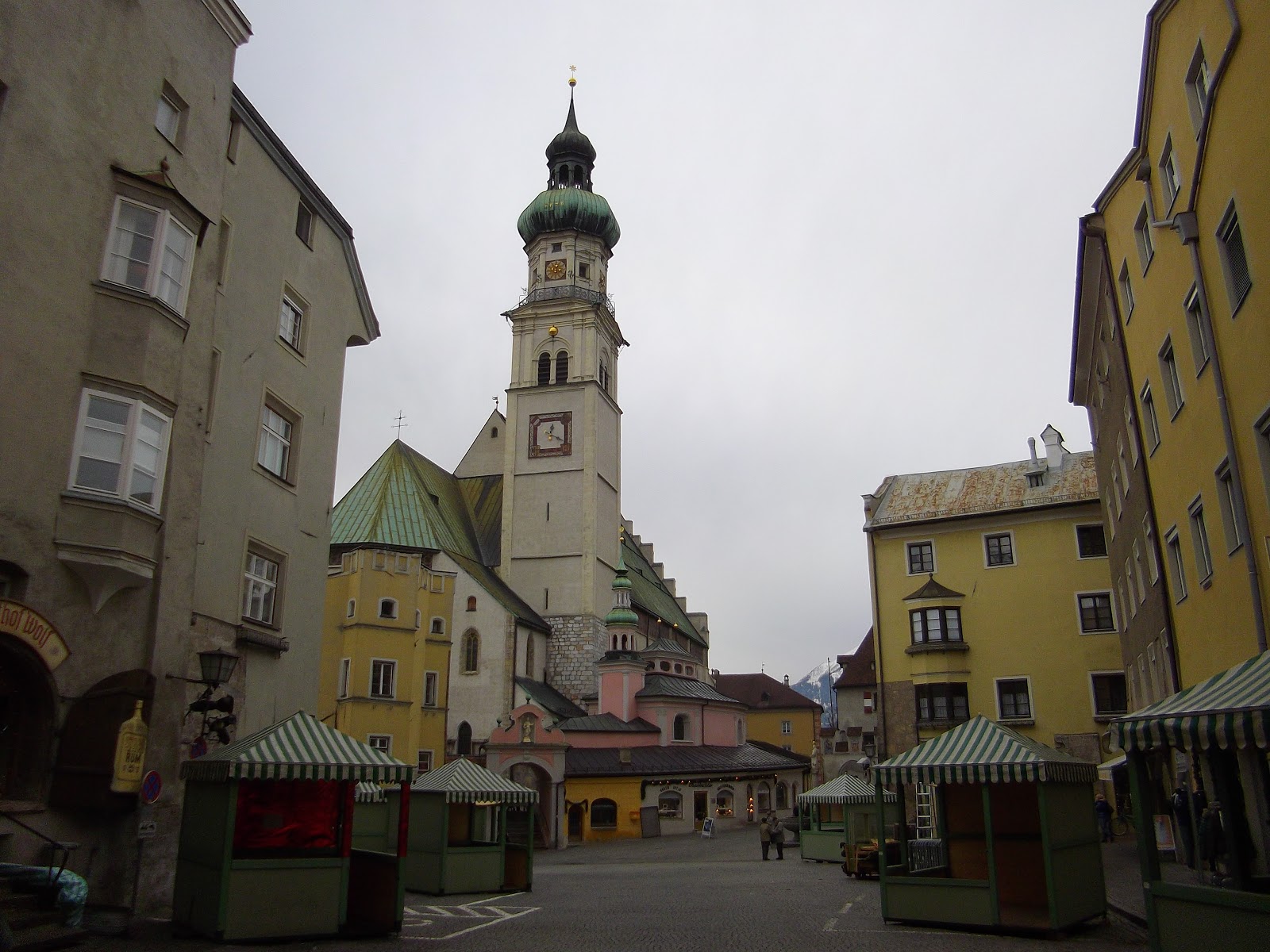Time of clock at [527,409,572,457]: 12:19
